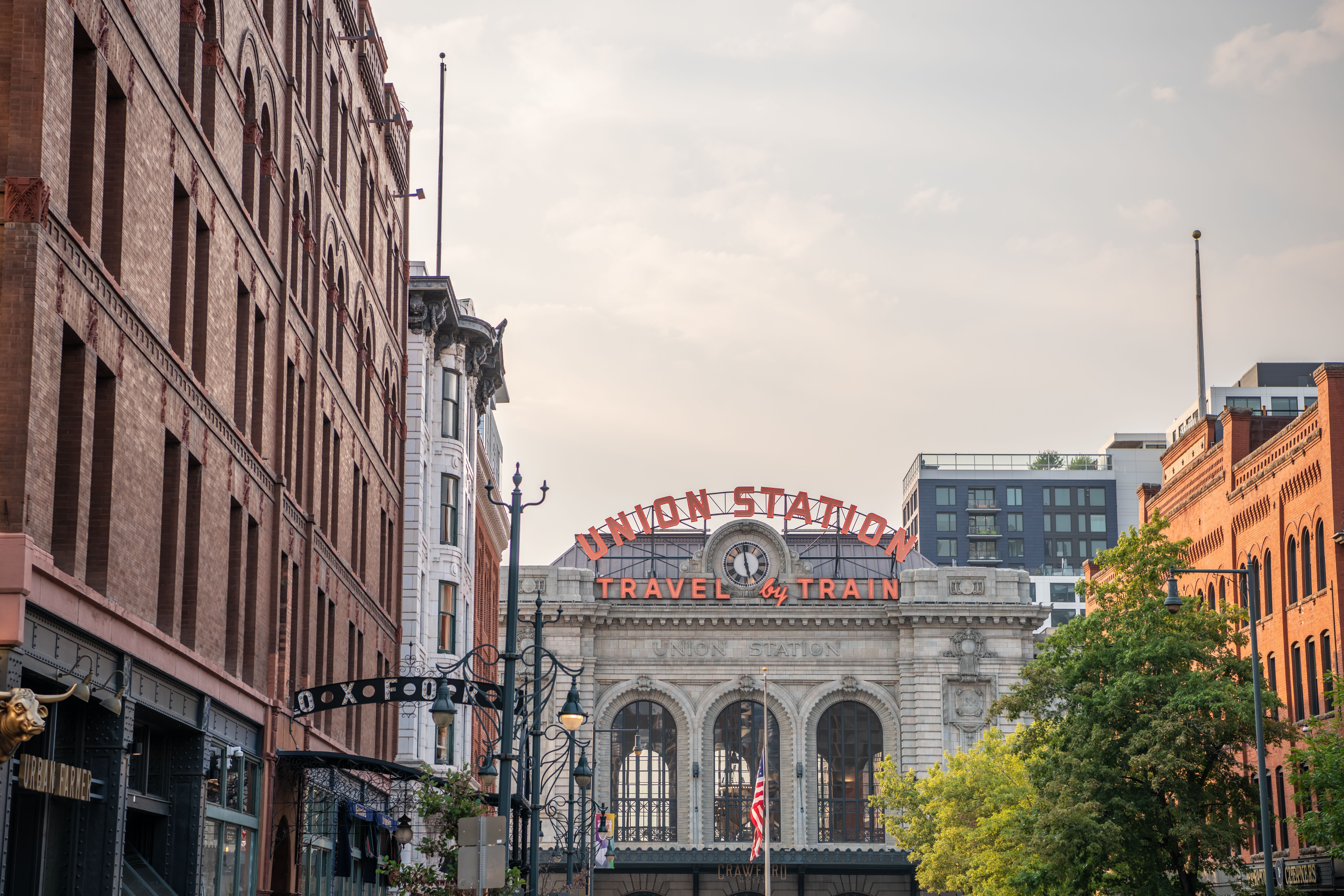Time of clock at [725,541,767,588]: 5:58
